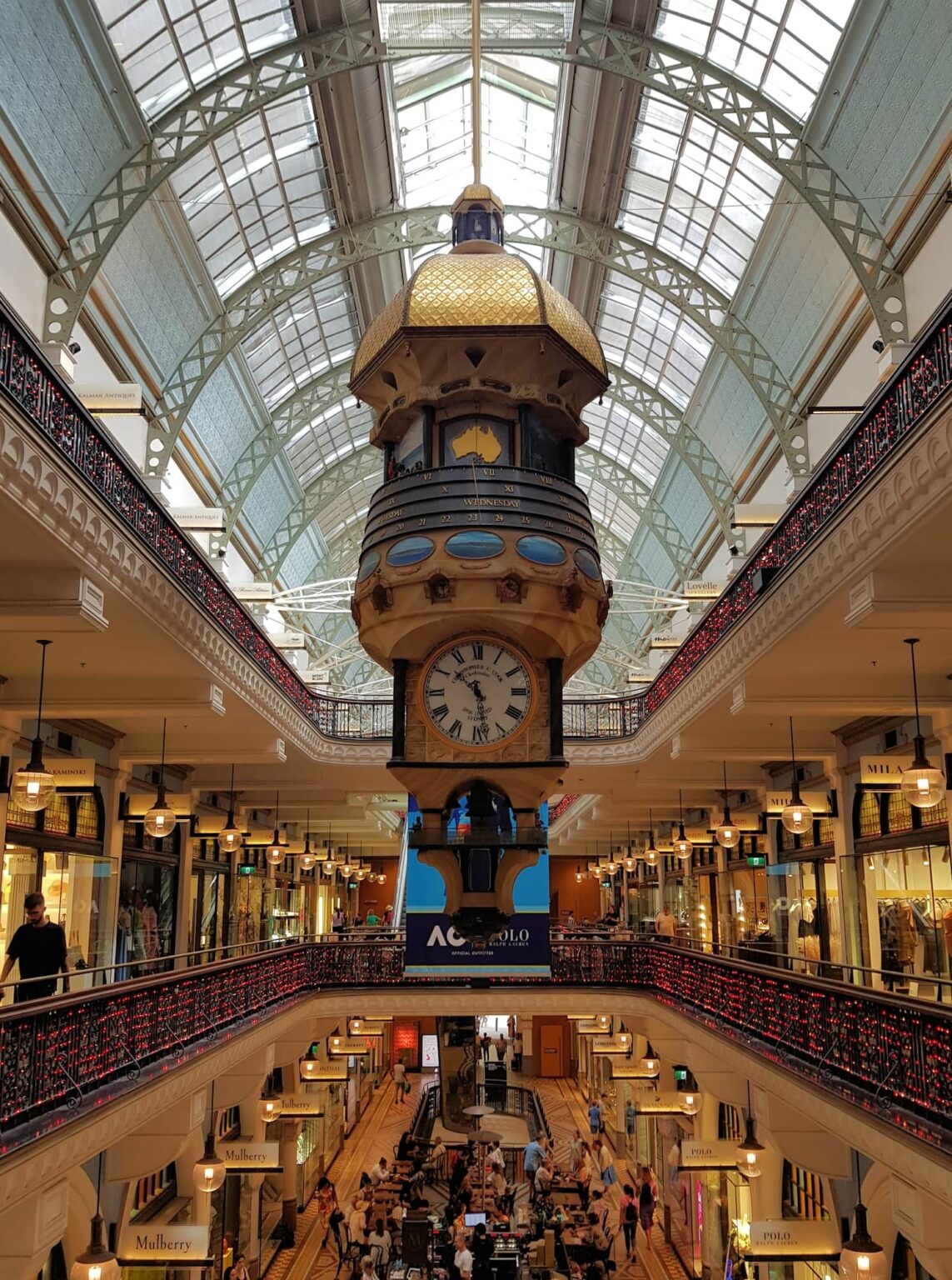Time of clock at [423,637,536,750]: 10:28
